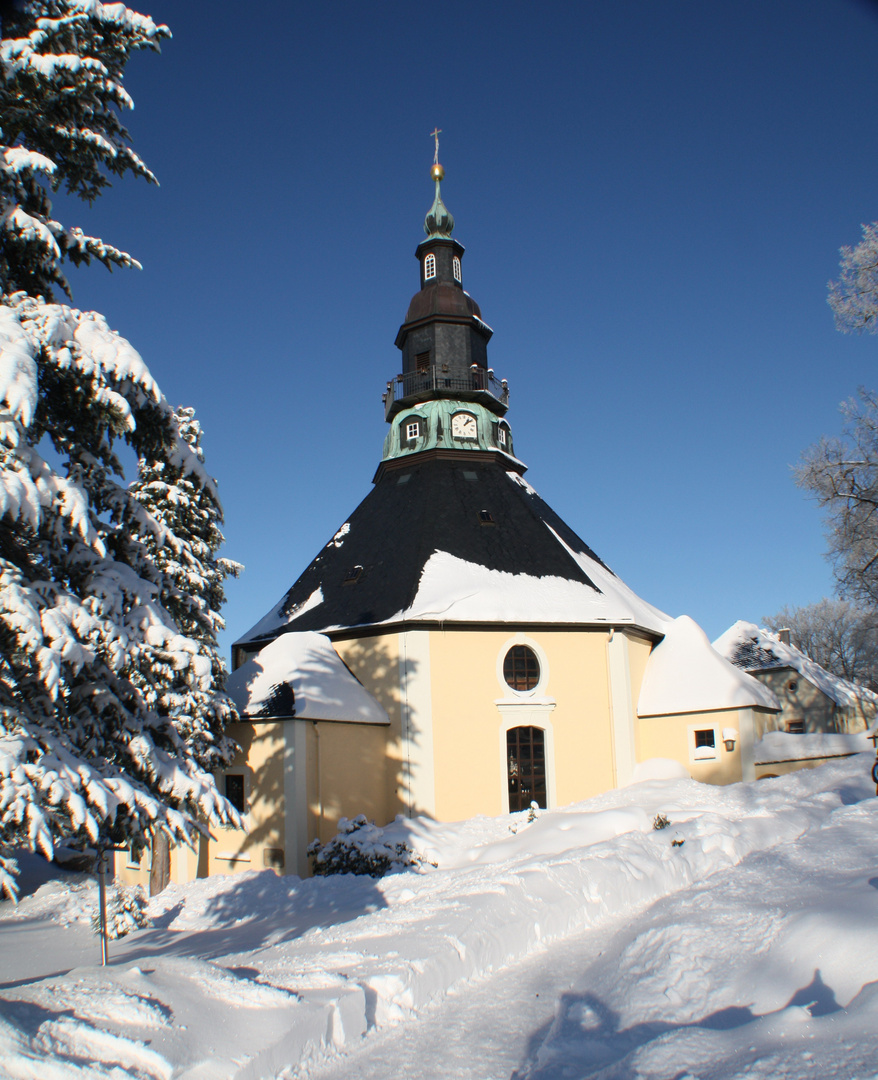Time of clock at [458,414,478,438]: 1:08
